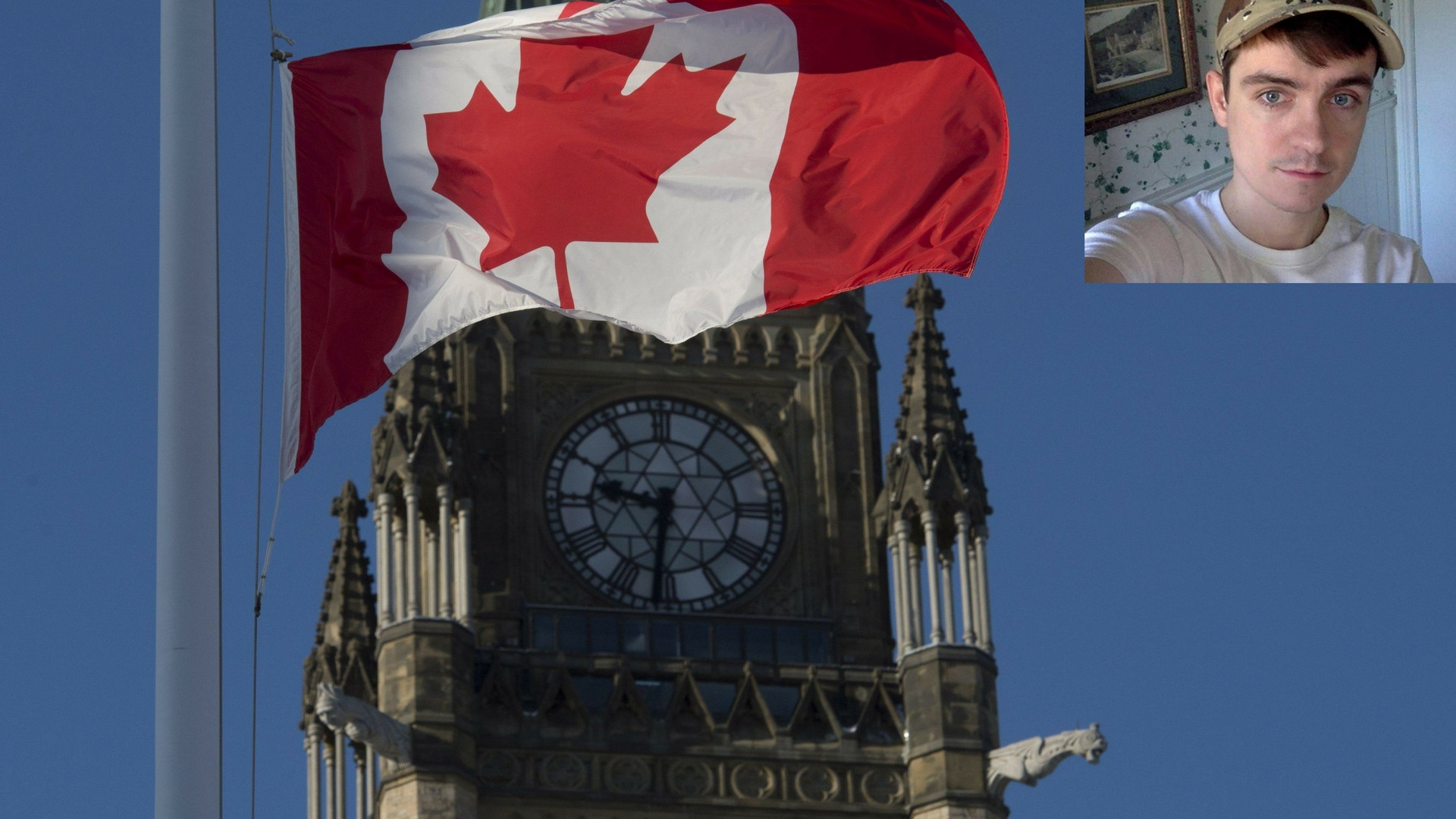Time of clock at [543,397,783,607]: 9:31
